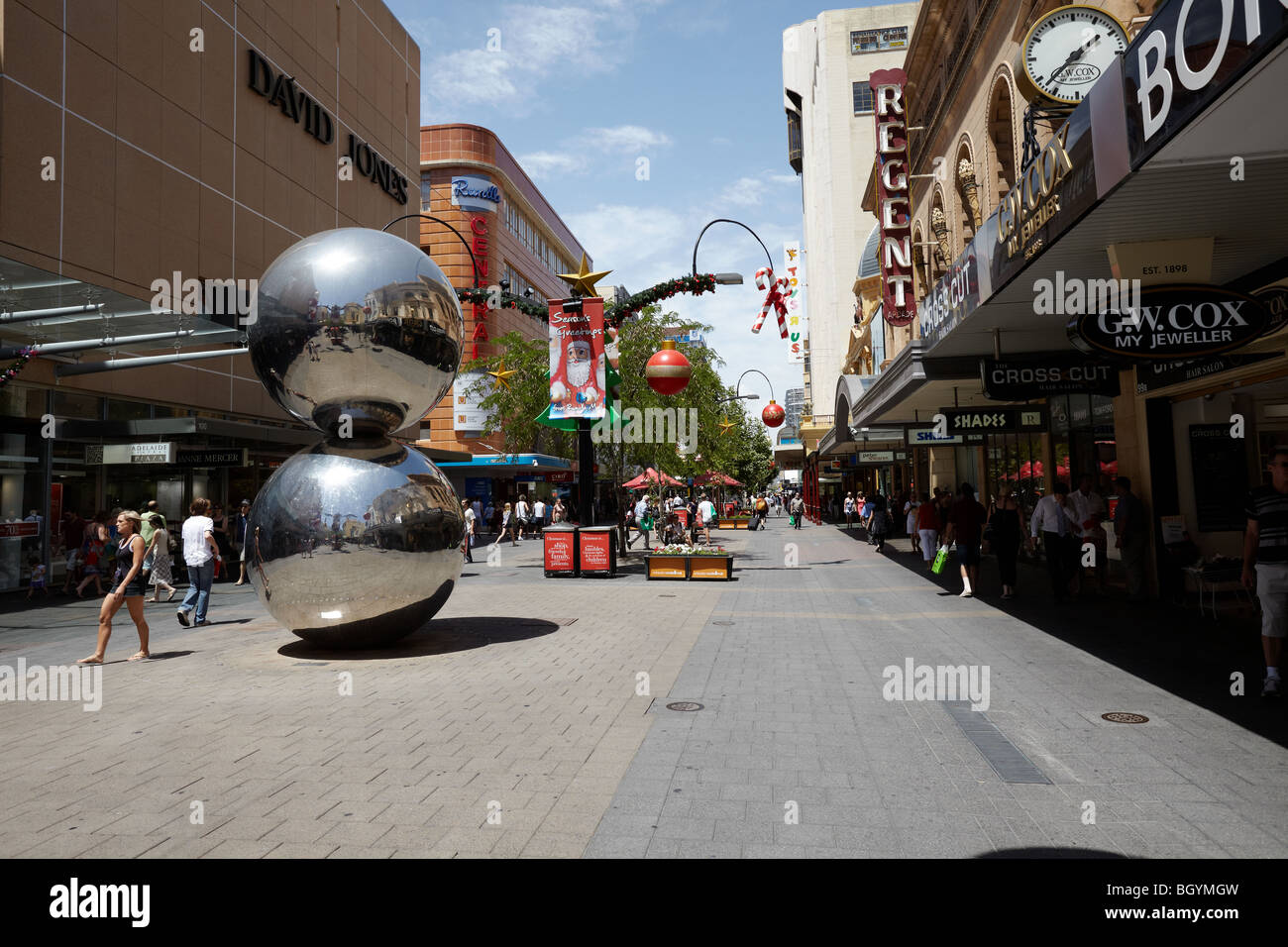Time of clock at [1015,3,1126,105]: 1:37
